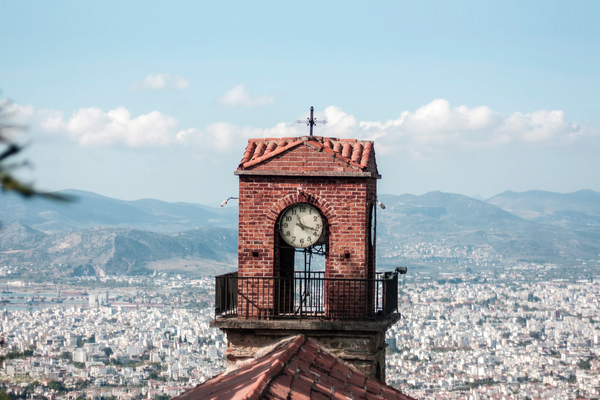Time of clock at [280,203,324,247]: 11:17
